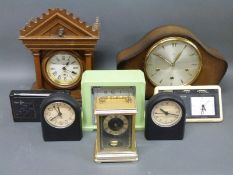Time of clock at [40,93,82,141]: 11:39
